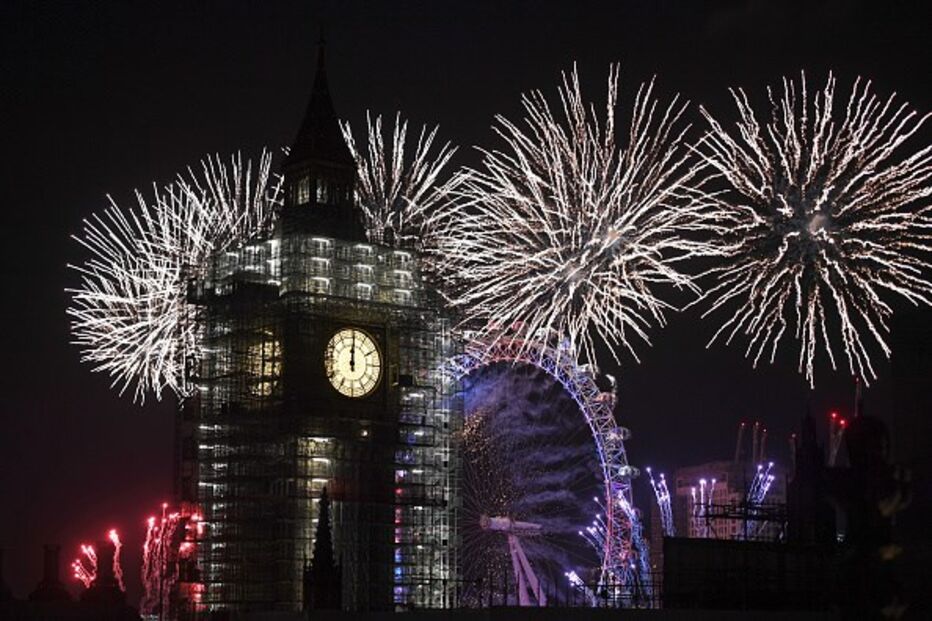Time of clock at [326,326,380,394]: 12:00
